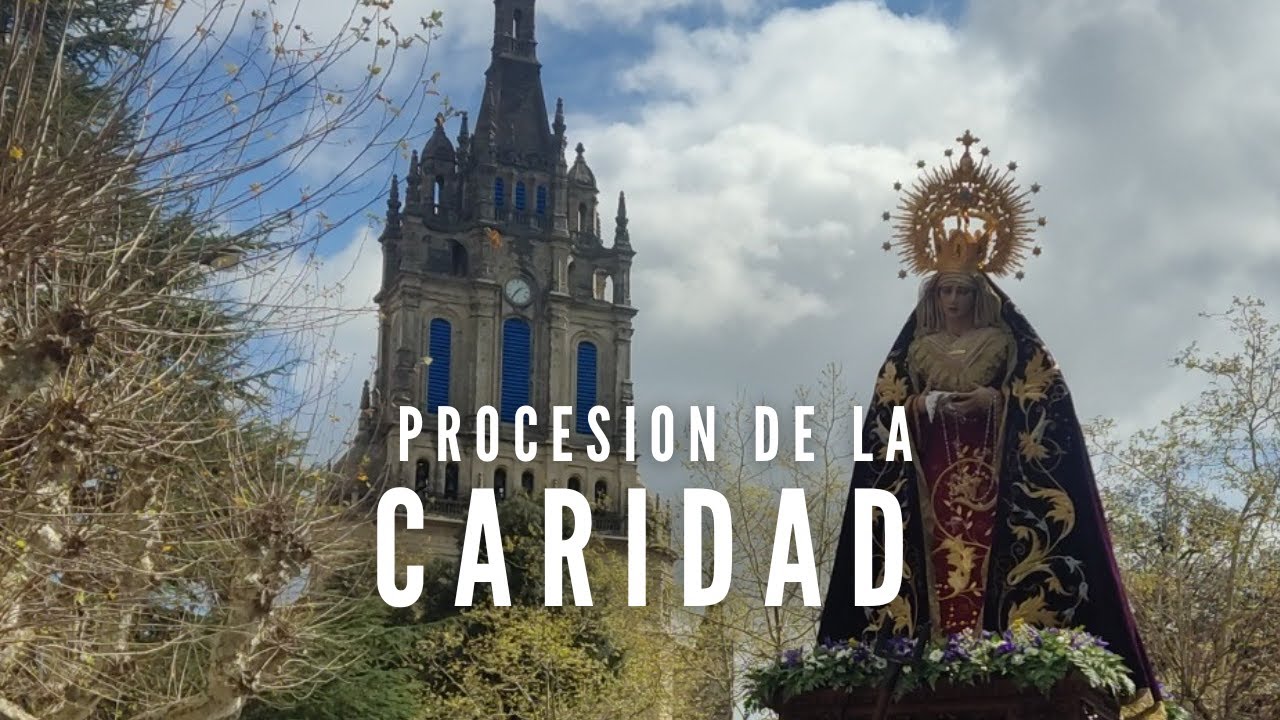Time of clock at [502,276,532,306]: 1:36
